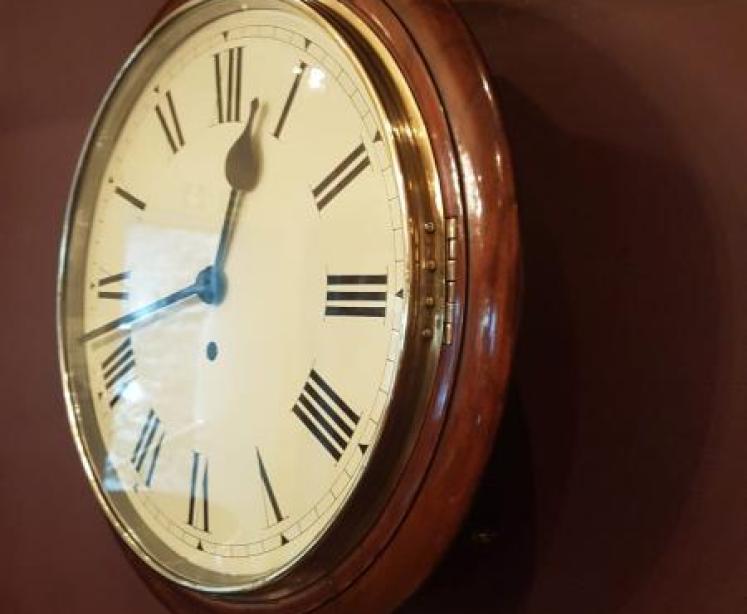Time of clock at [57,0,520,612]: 12:42
